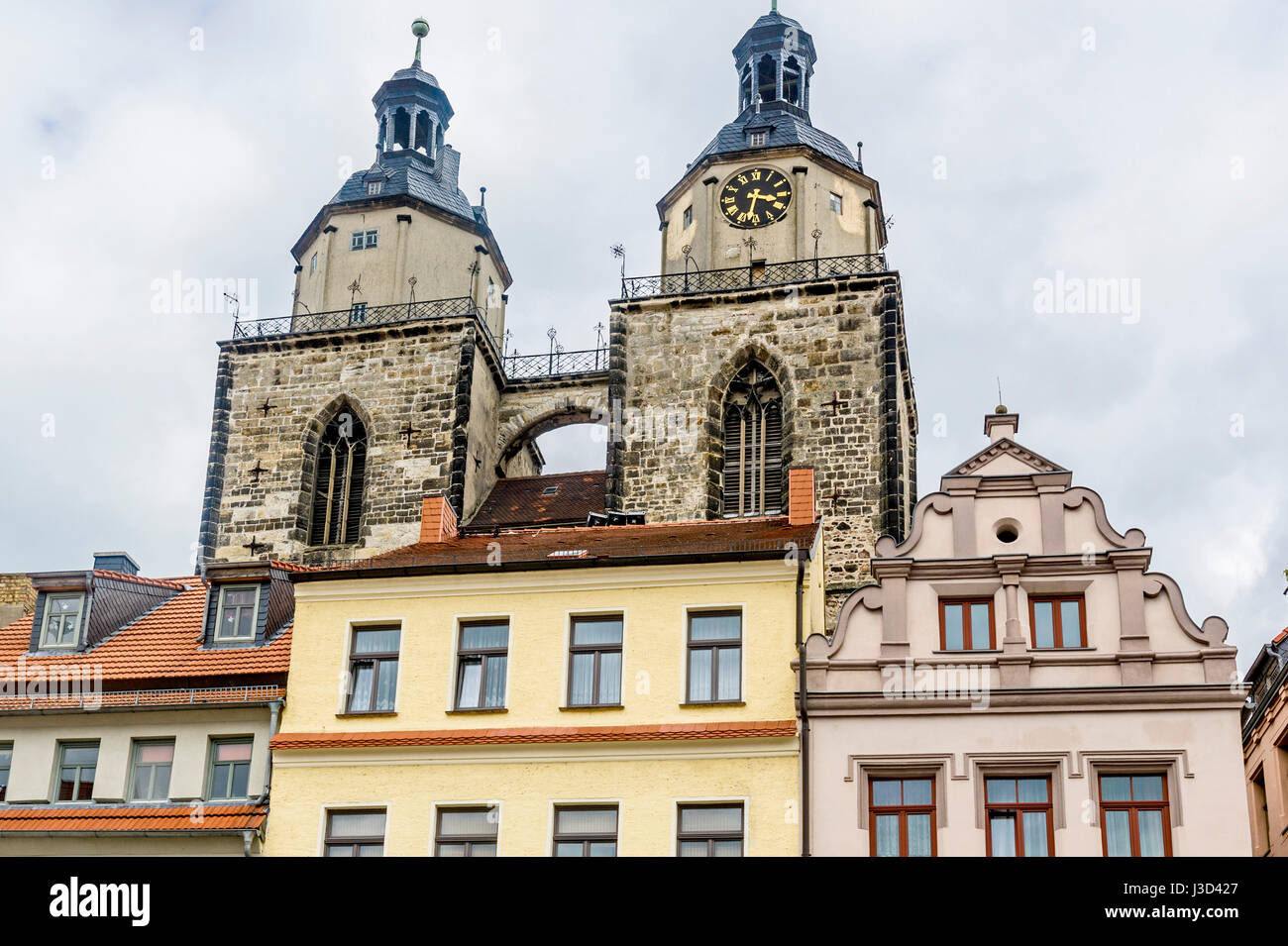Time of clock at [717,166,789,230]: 3:32
